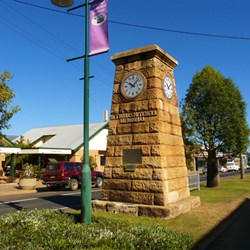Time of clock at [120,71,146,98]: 10:07
